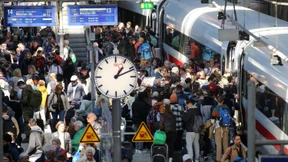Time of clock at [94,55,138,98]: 1:11
